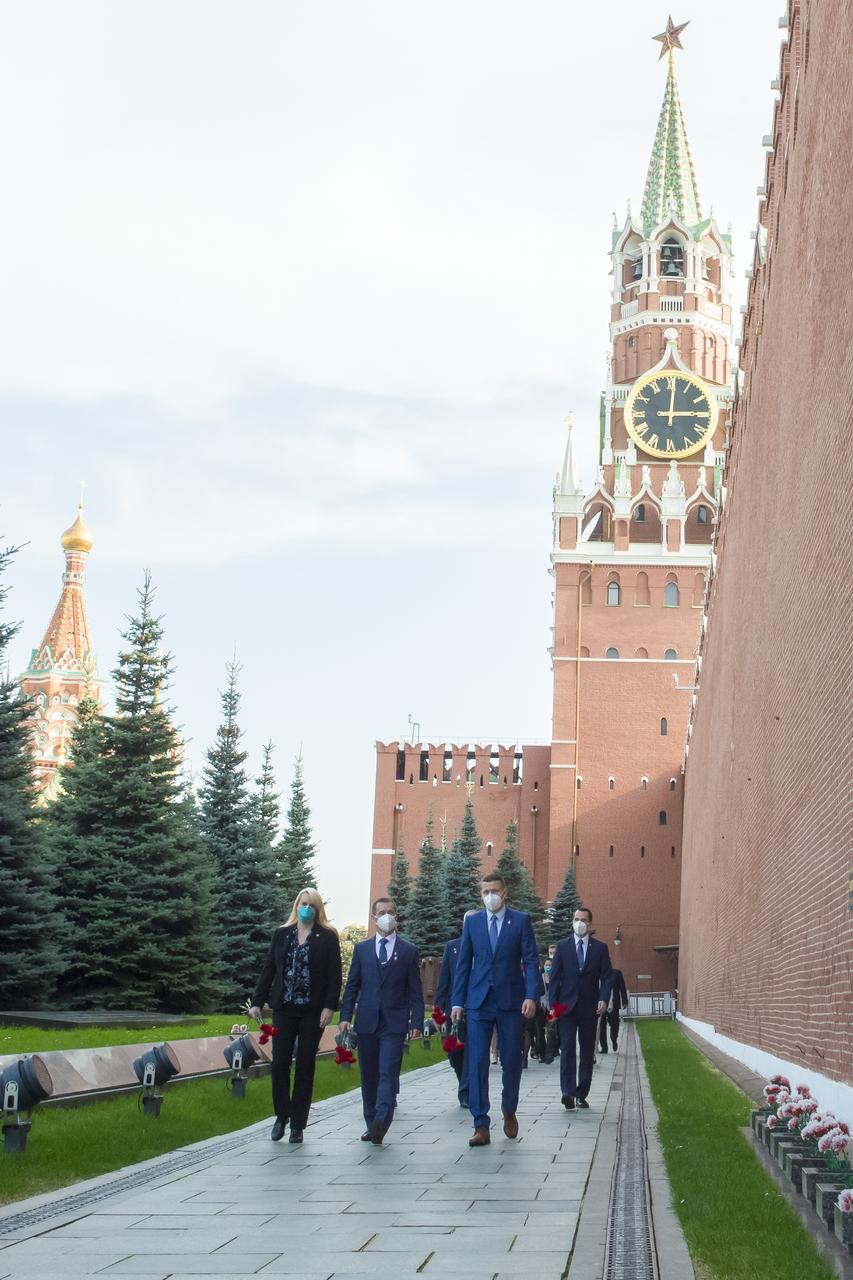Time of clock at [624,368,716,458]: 3:00
